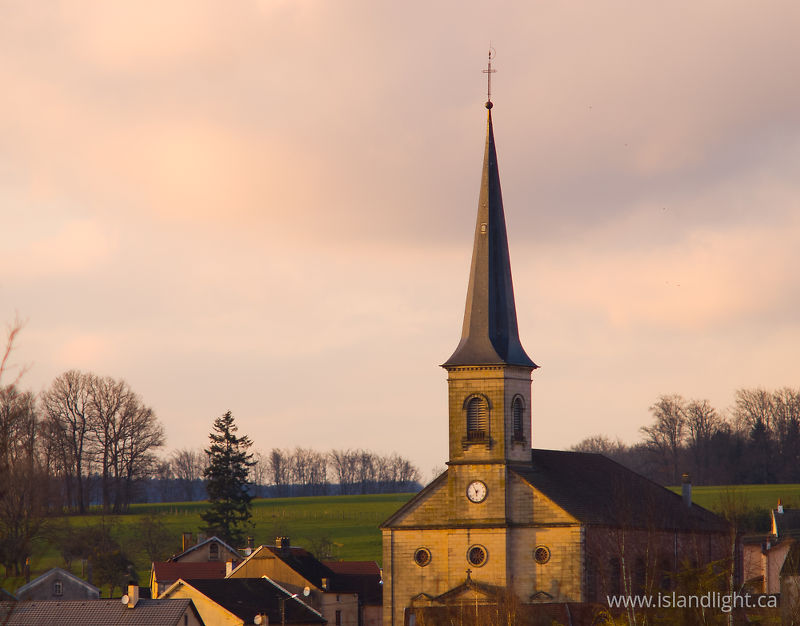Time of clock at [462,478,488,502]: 5:55
